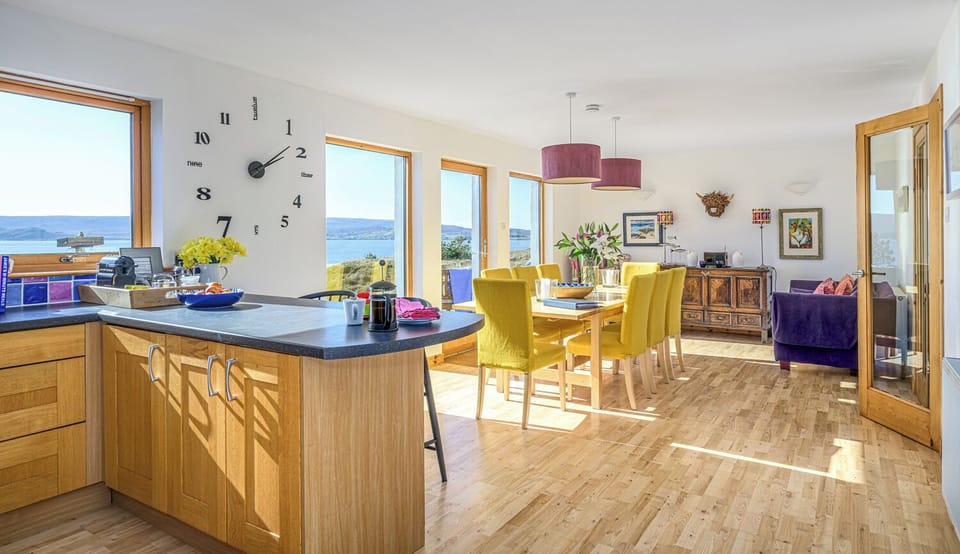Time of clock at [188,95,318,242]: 2:08
